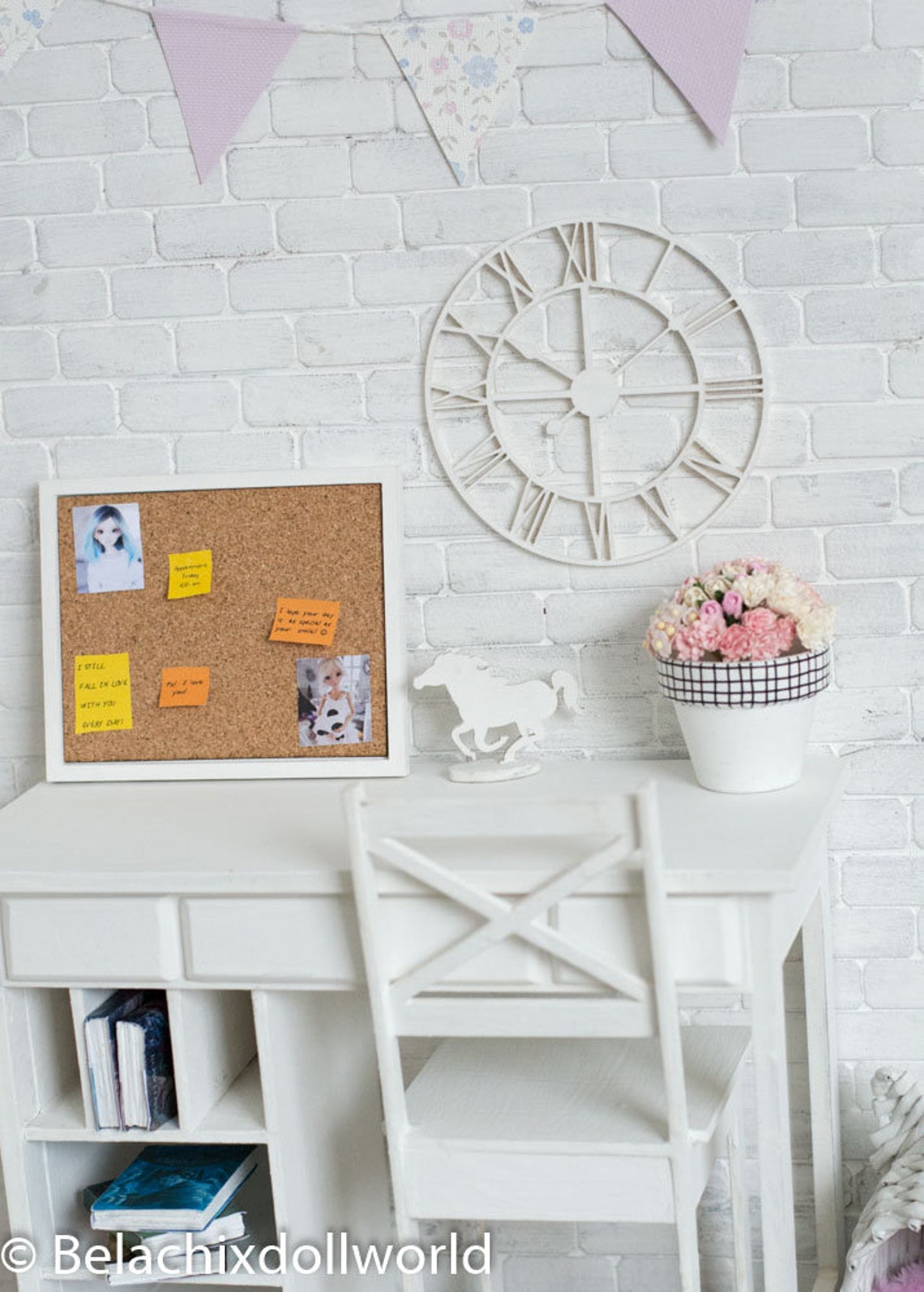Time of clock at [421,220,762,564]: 10:00
